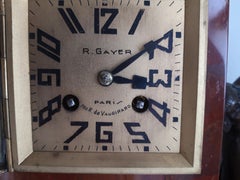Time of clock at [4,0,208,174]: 3:09
